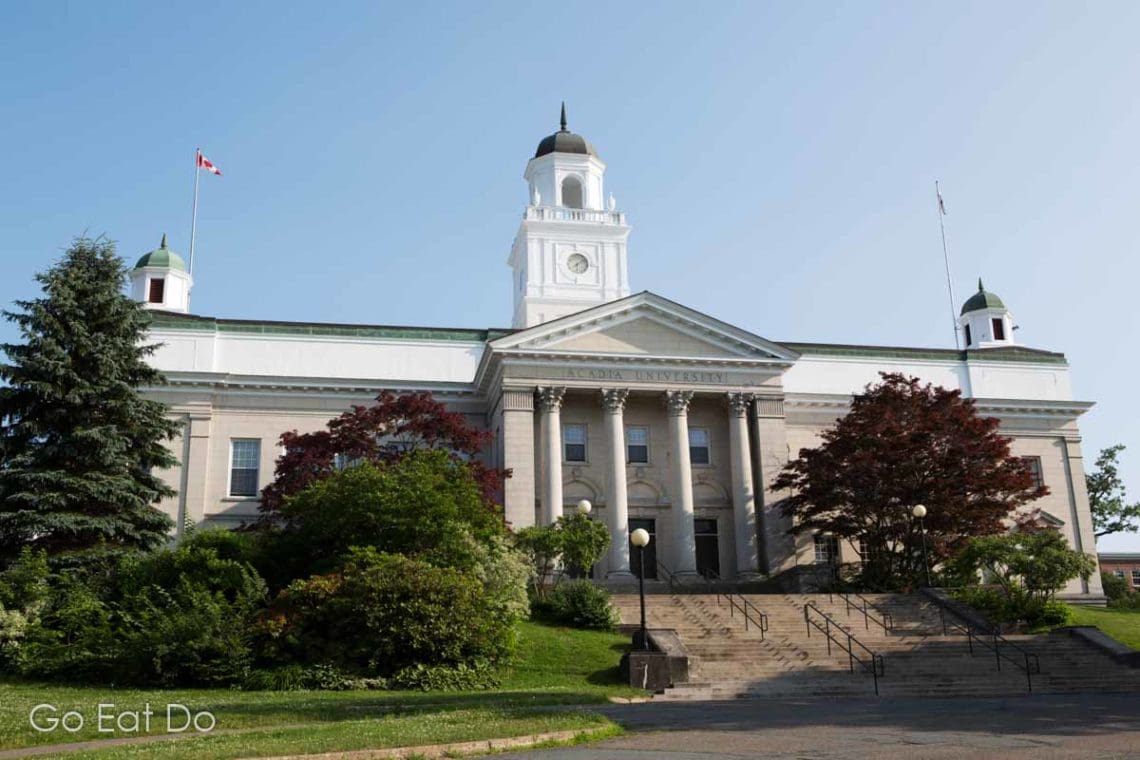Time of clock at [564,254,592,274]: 6:08
